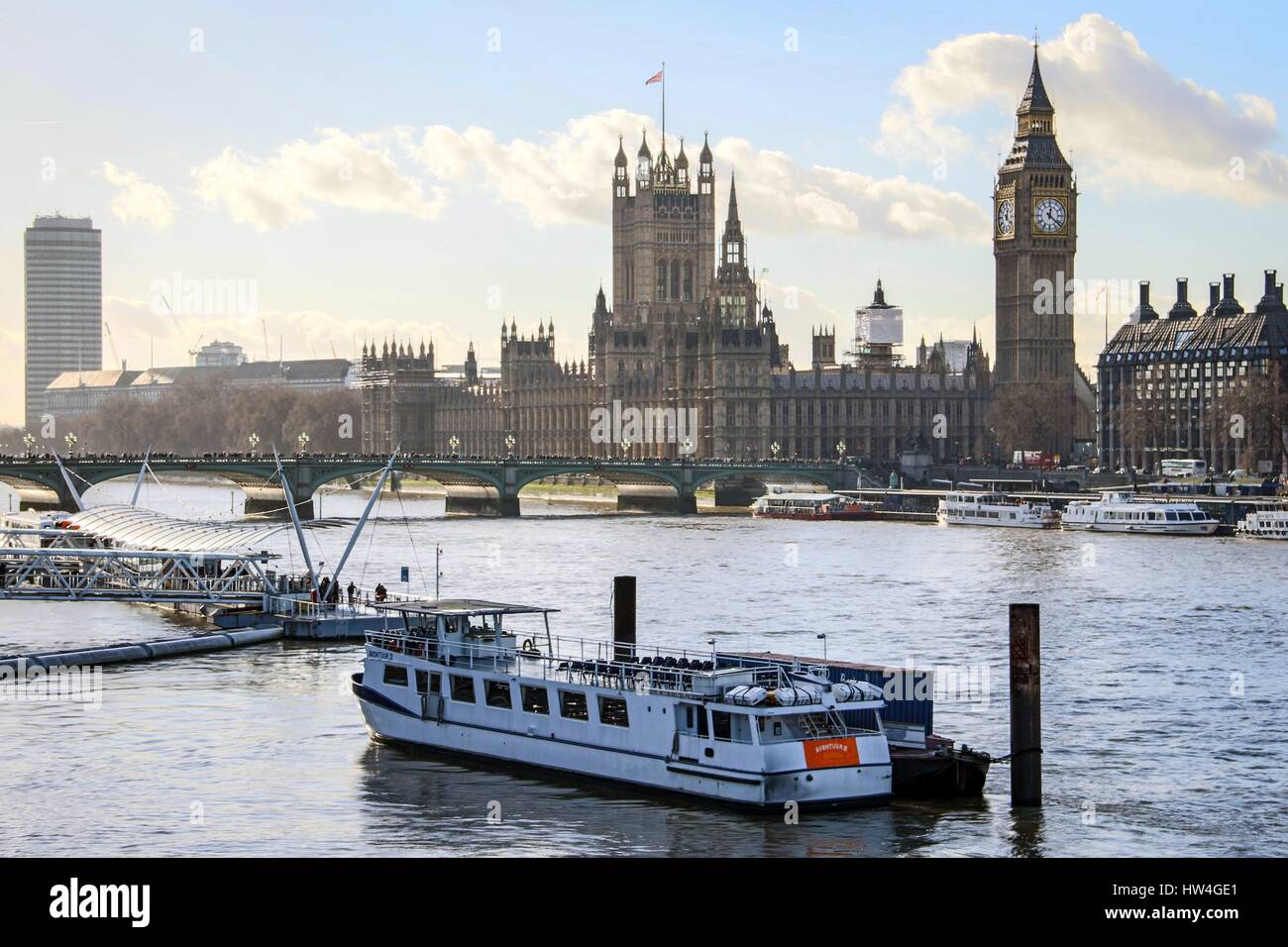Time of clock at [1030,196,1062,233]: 12:21
